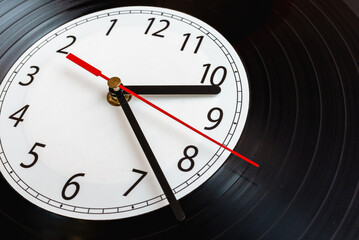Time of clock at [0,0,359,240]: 2:23
